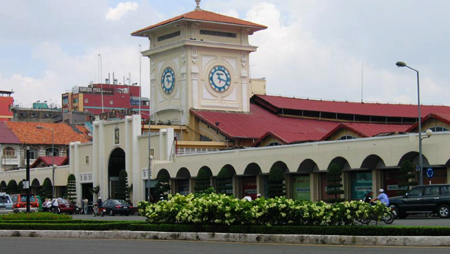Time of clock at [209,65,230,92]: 11:17
